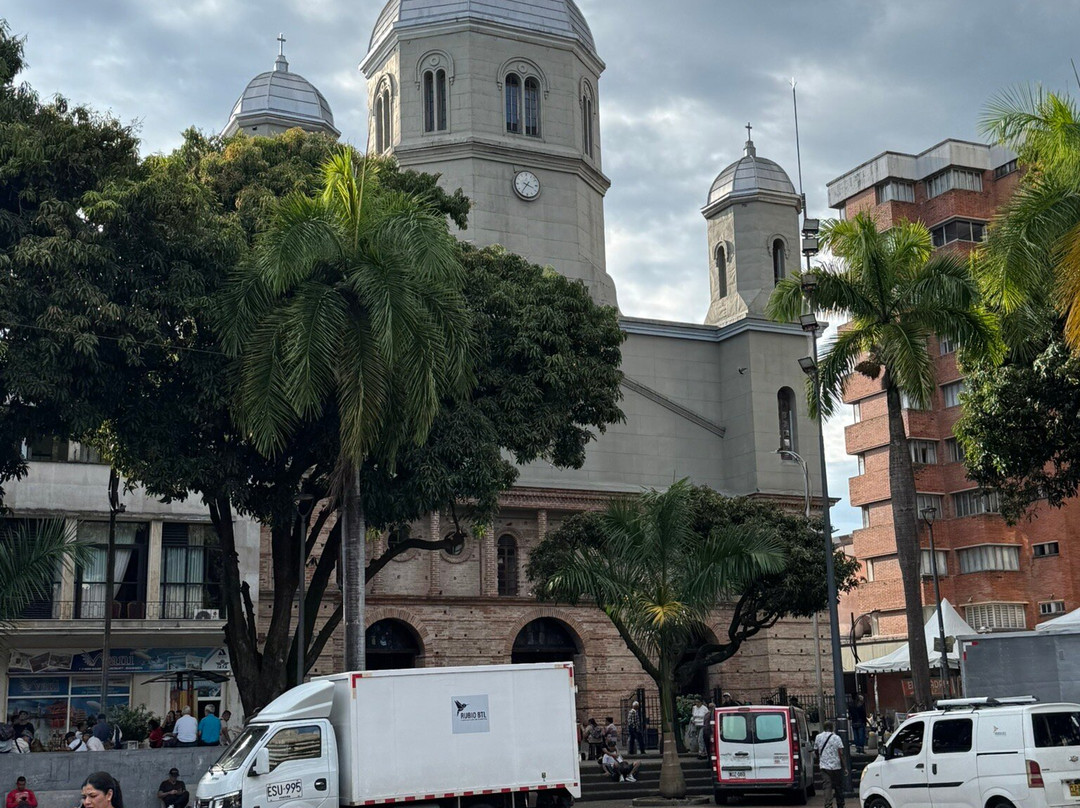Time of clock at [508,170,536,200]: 3:36
